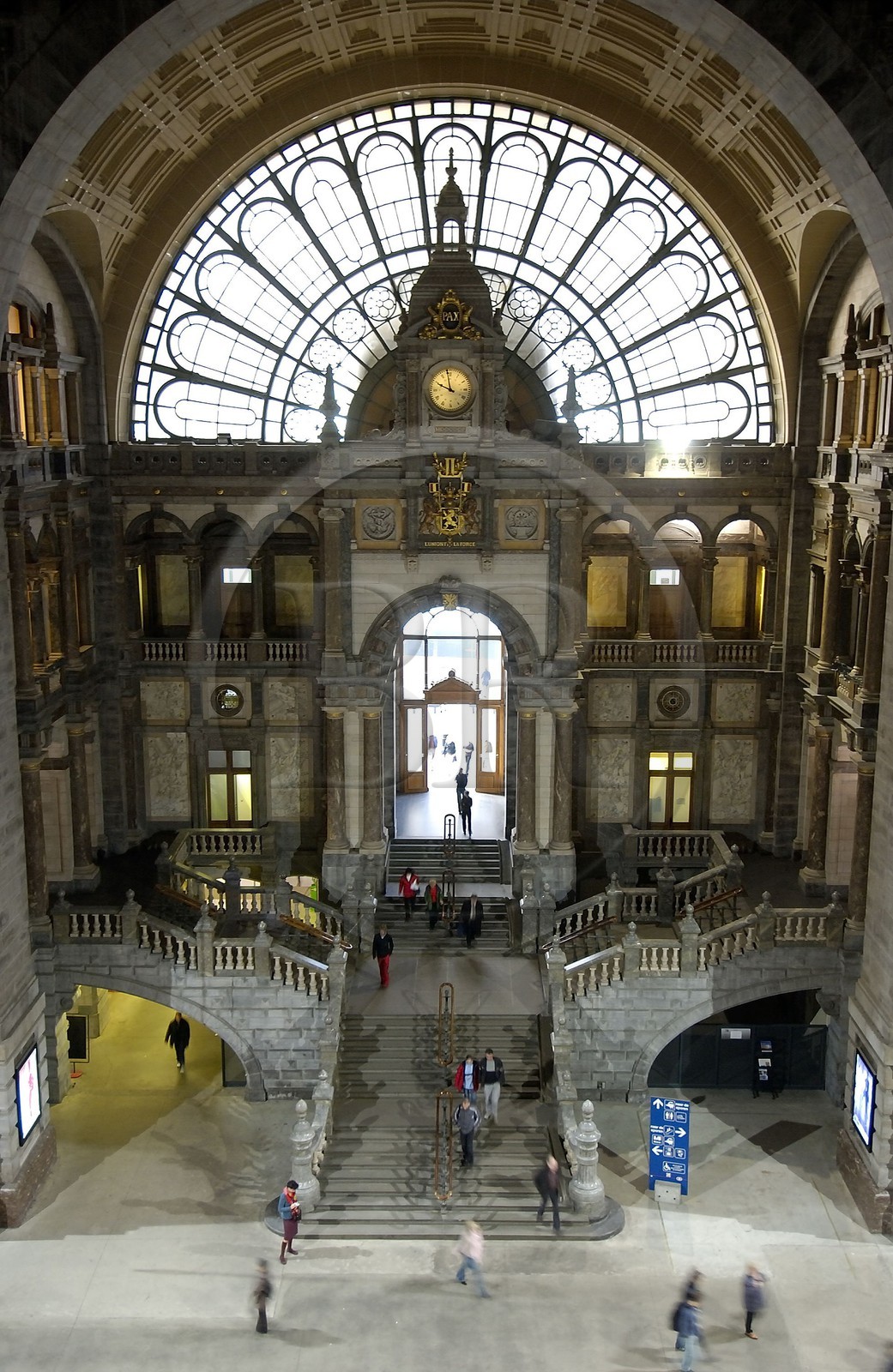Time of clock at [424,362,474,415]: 9:58
